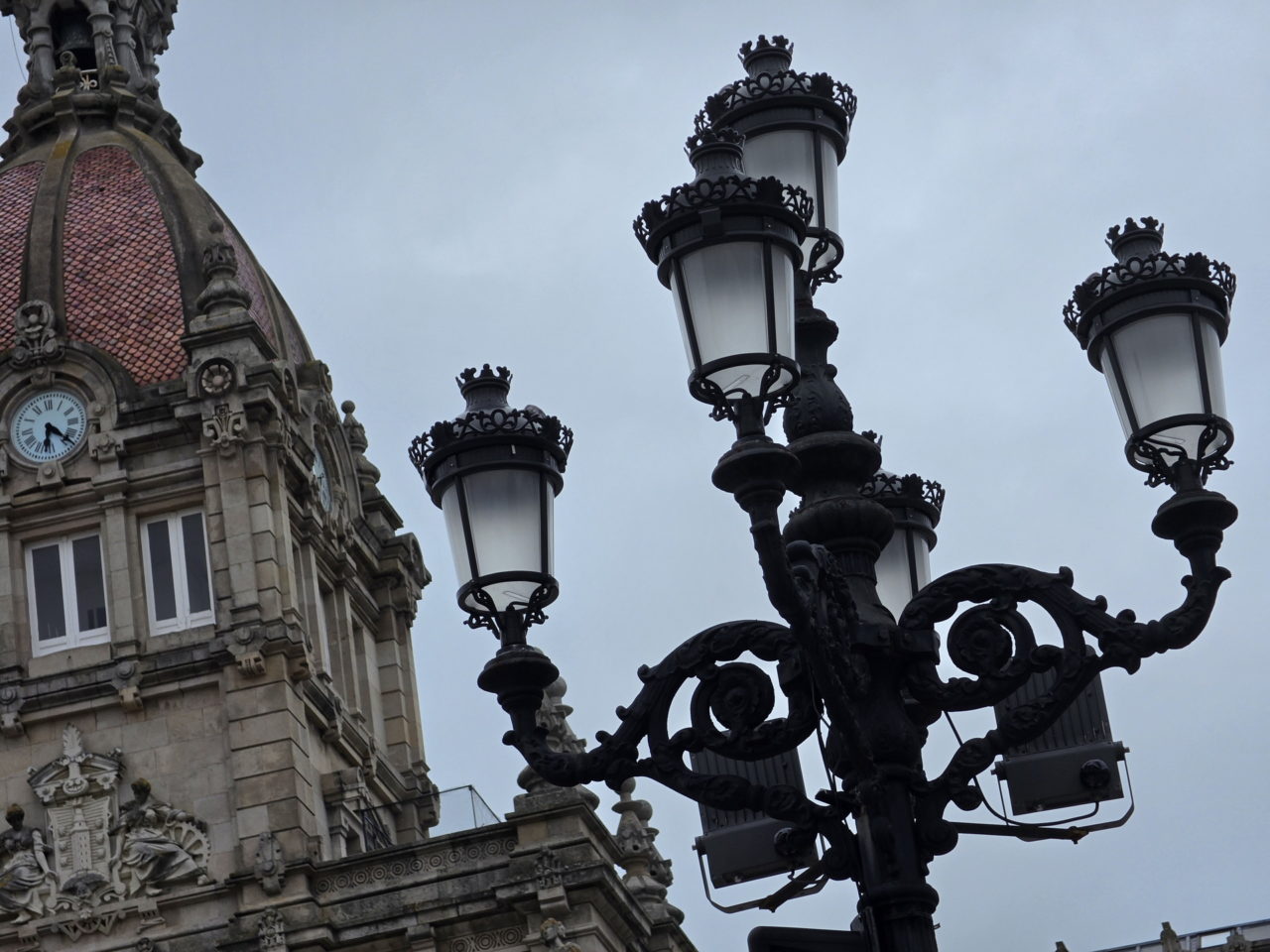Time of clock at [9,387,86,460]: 6:22
